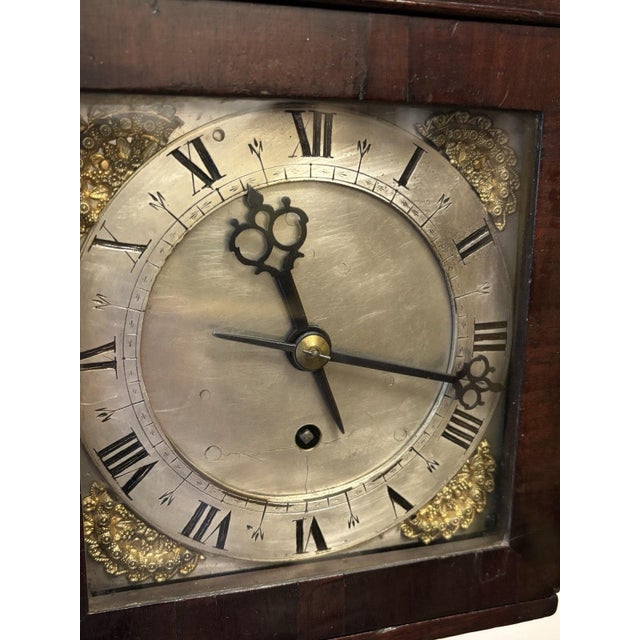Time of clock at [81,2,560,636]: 11:17
